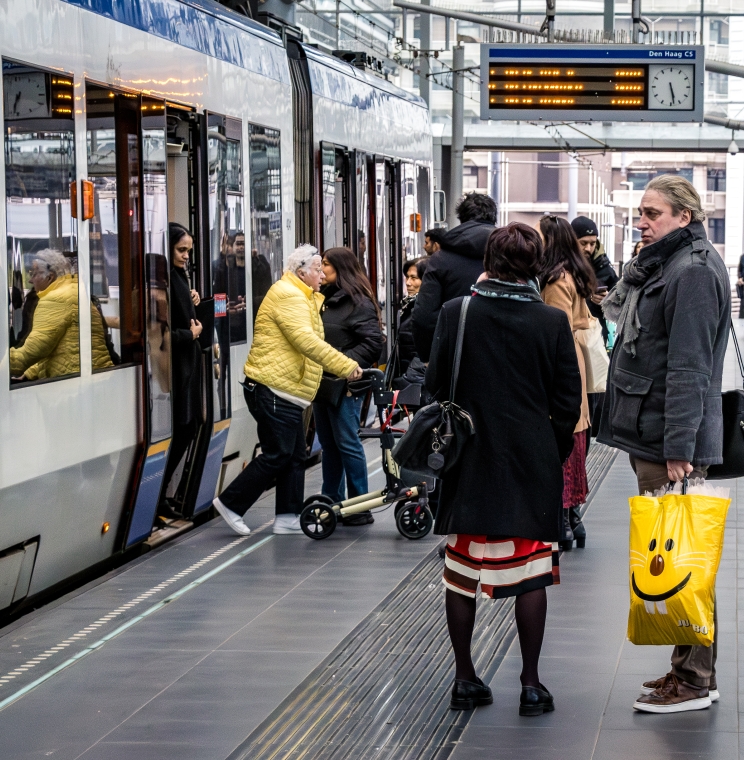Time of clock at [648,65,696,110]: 5:28
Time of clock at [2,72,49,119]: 6:32
